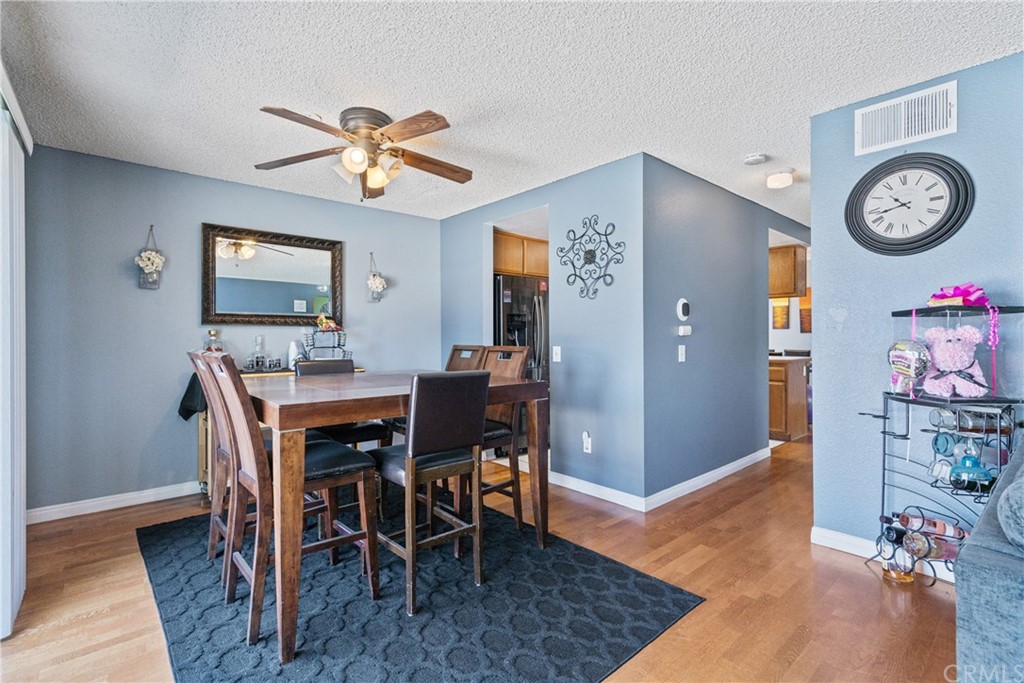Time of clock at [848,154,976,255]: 10:42
